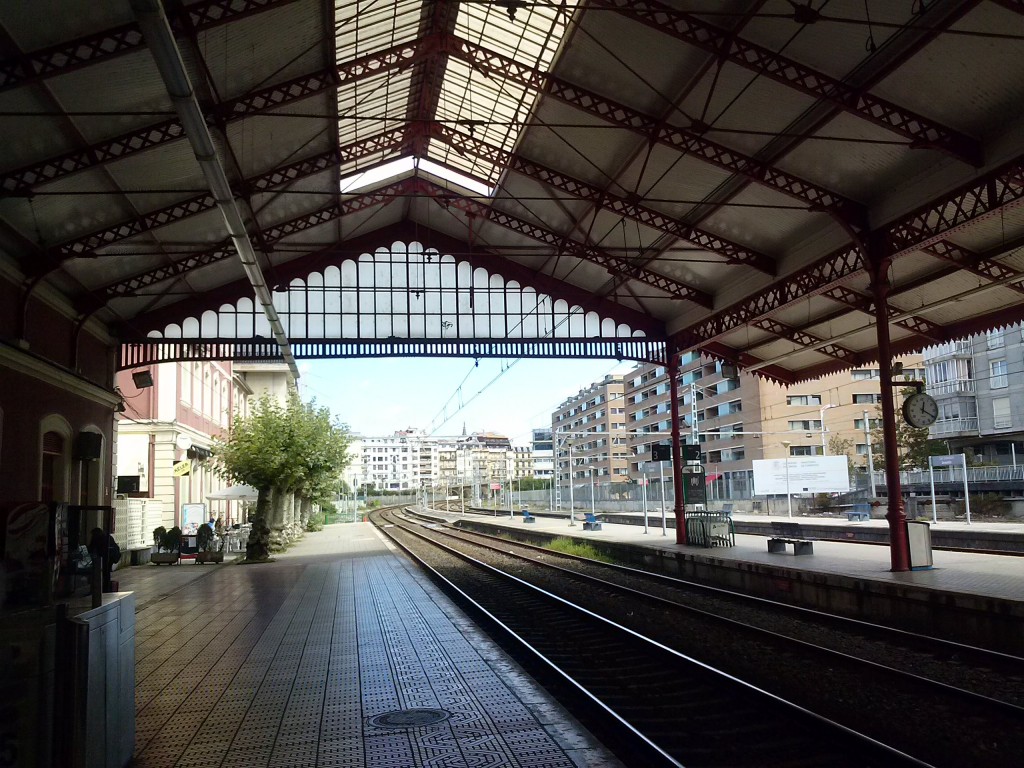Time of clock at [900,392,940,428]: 12:20
